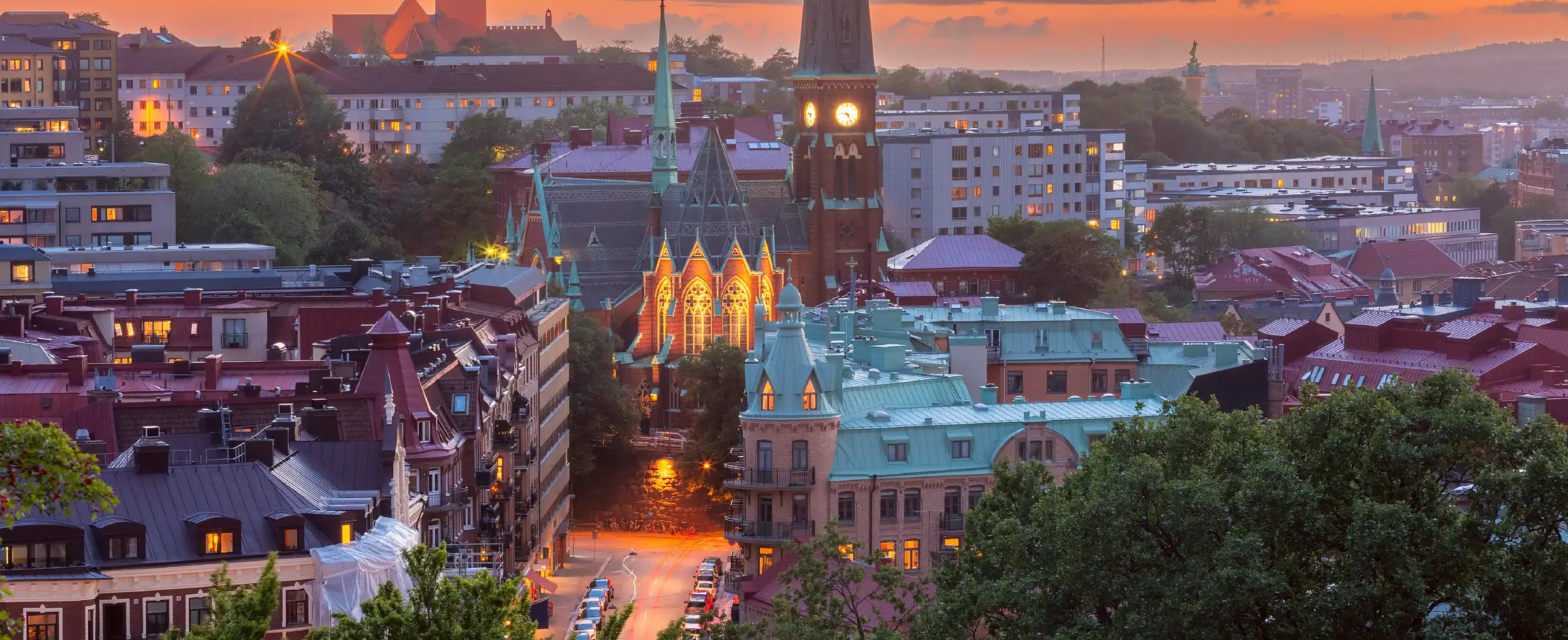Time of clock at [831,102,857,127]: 9:24
